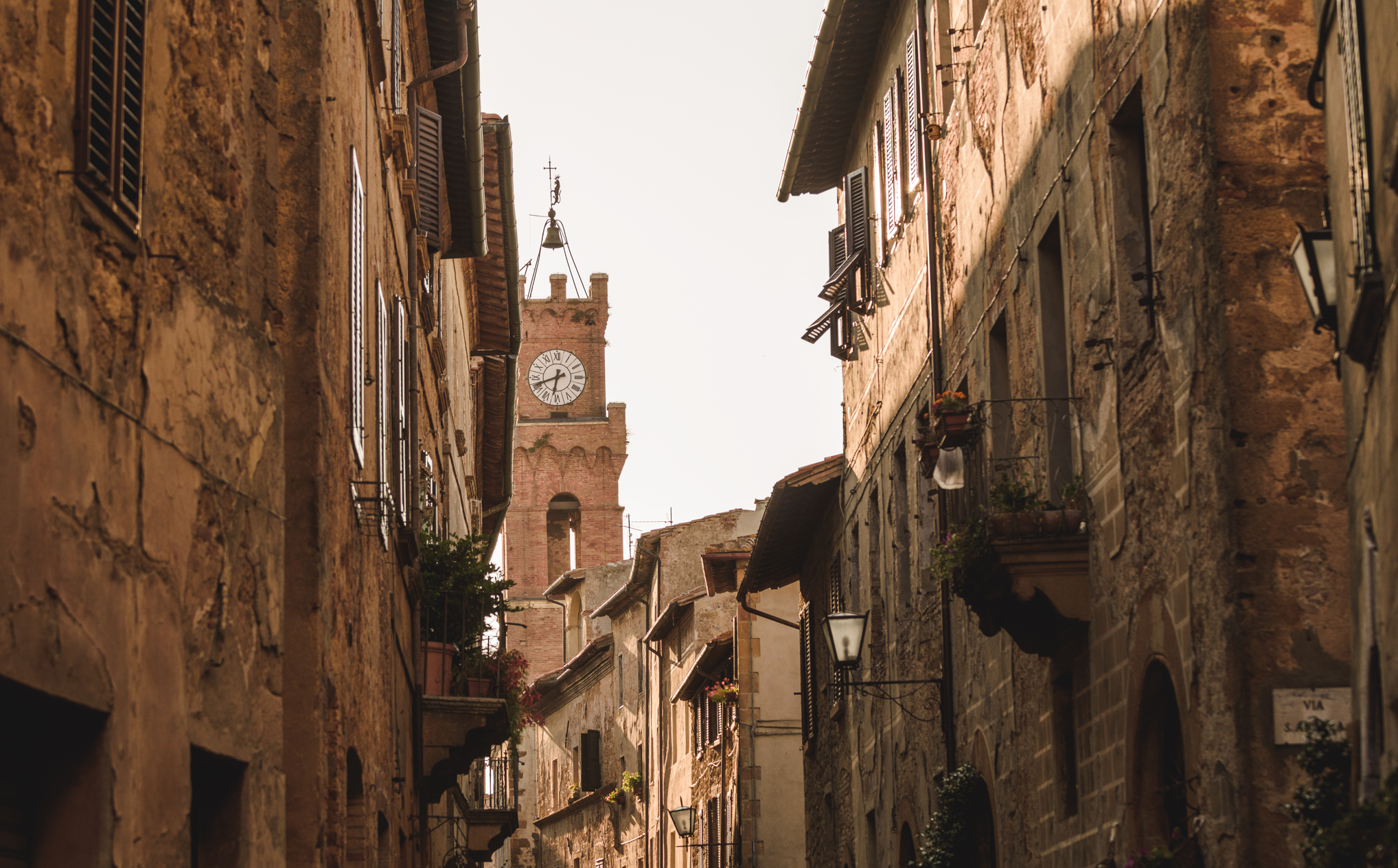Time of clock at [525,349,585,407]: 6:41
